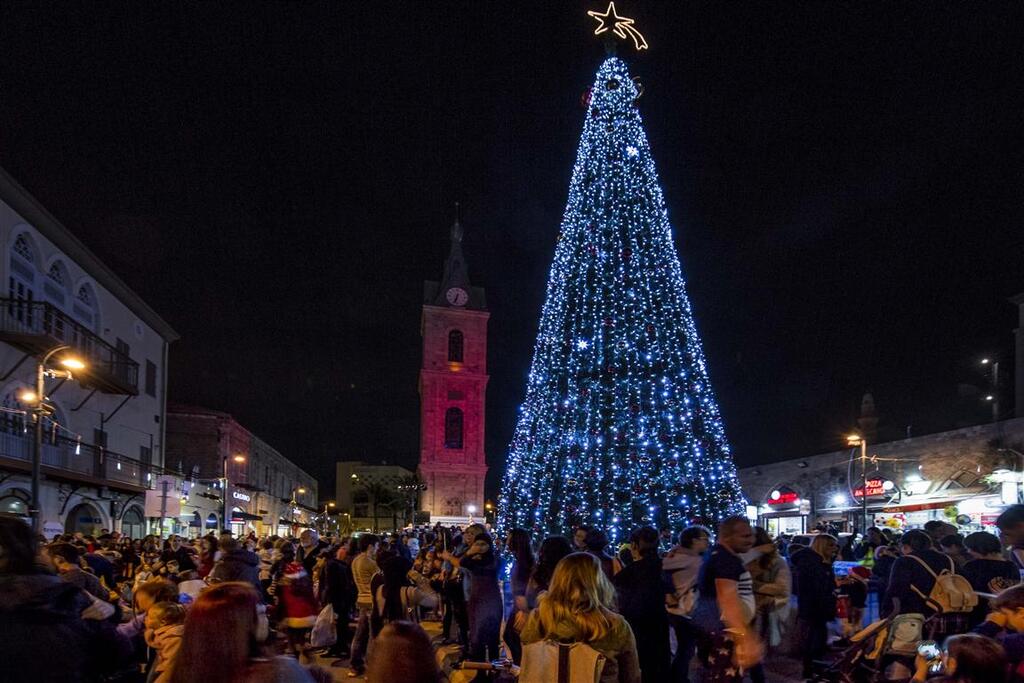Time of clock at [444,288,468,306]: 6:33
